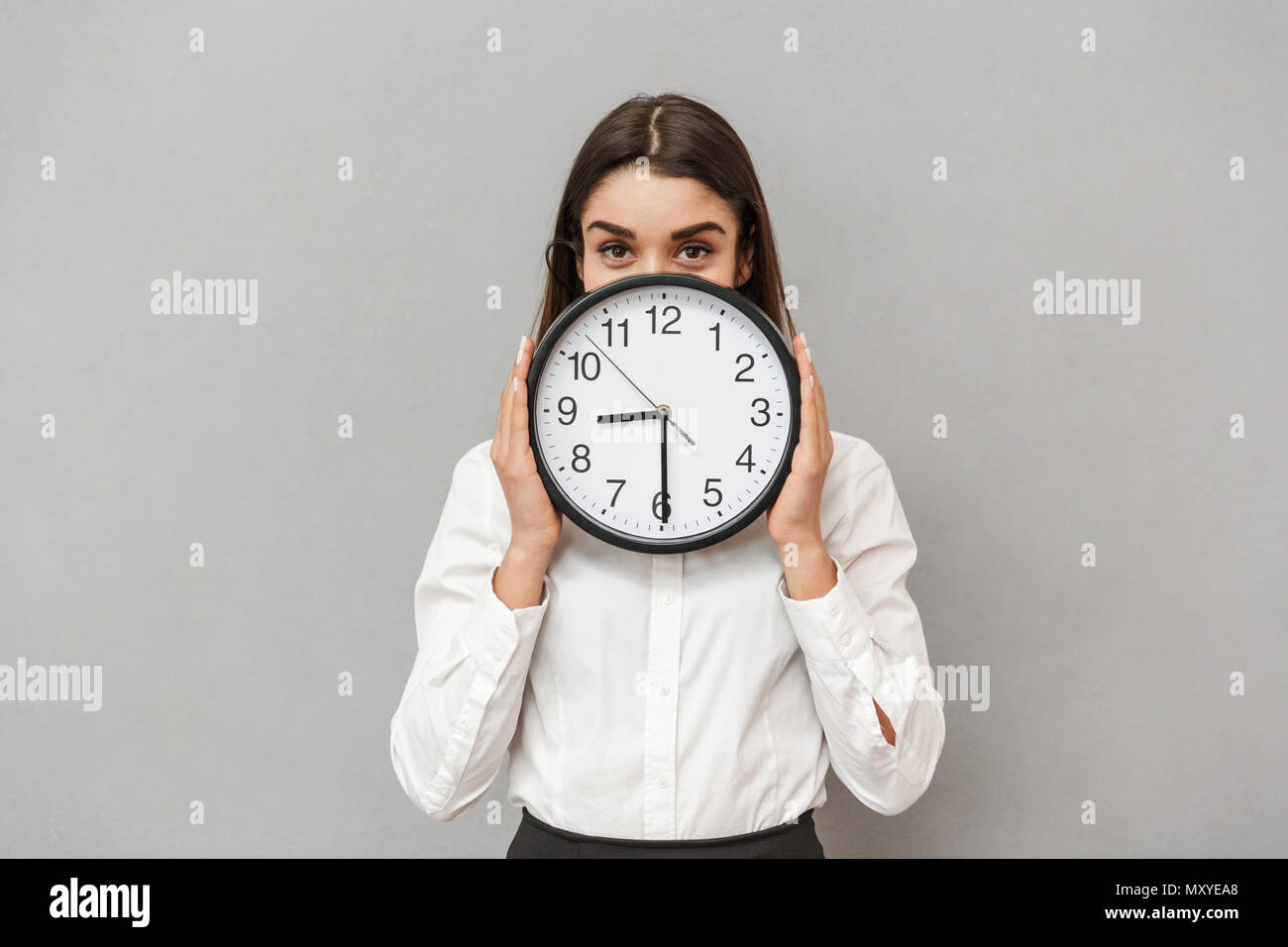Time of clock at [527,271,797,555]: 8:29
